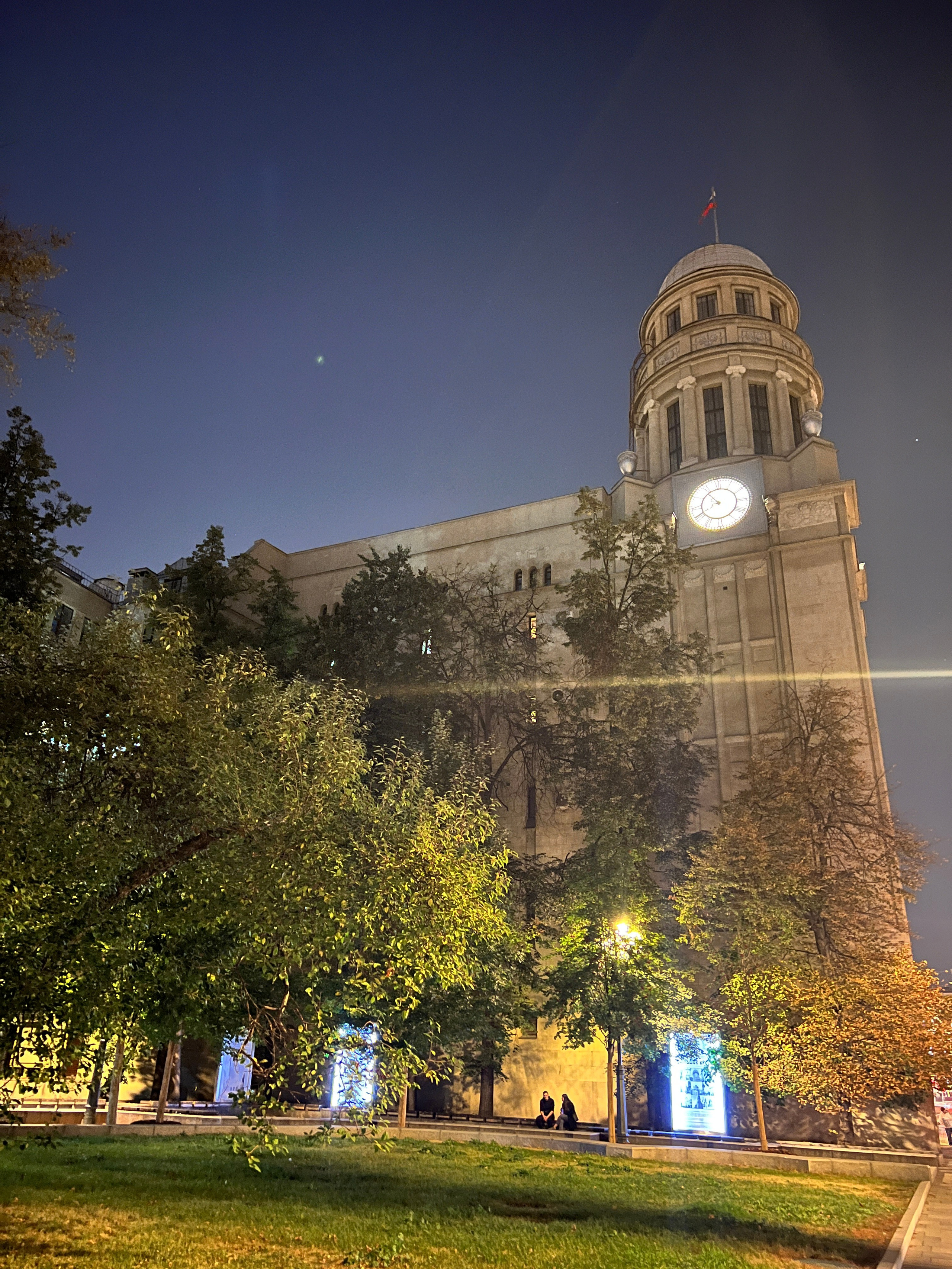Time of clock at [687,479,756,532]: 10:40
